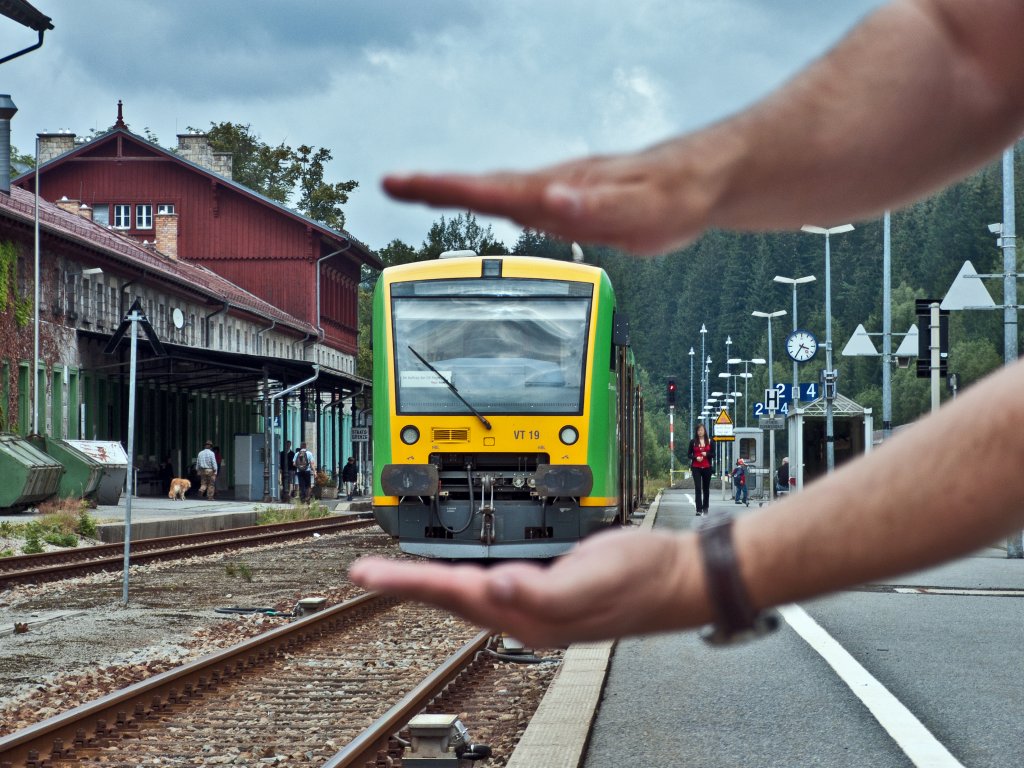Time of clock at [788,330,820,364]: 3:35
